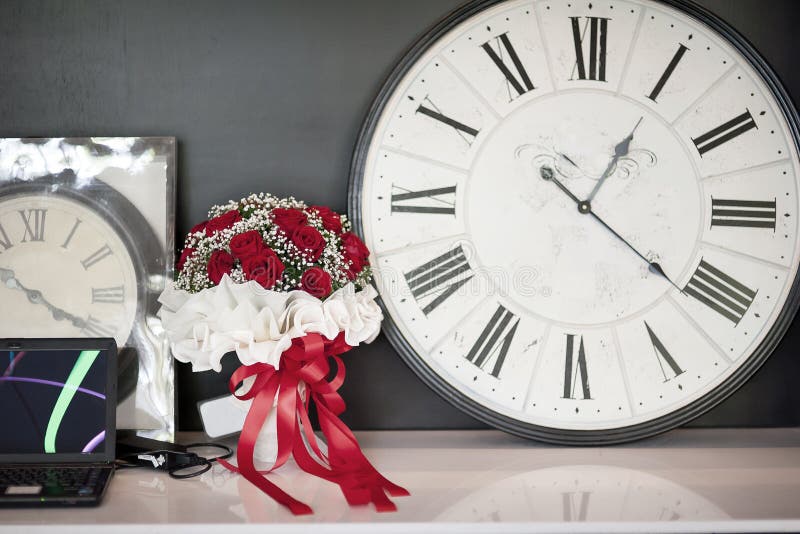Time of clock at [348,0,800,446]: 1:21
